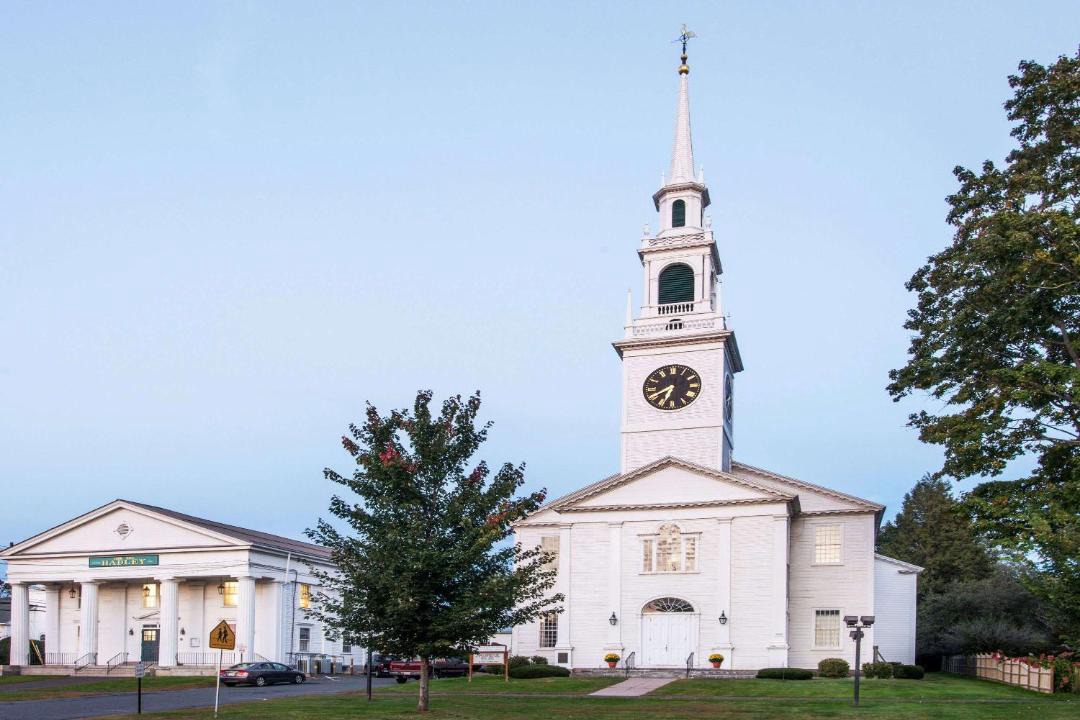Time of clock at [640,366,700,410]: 6:40
